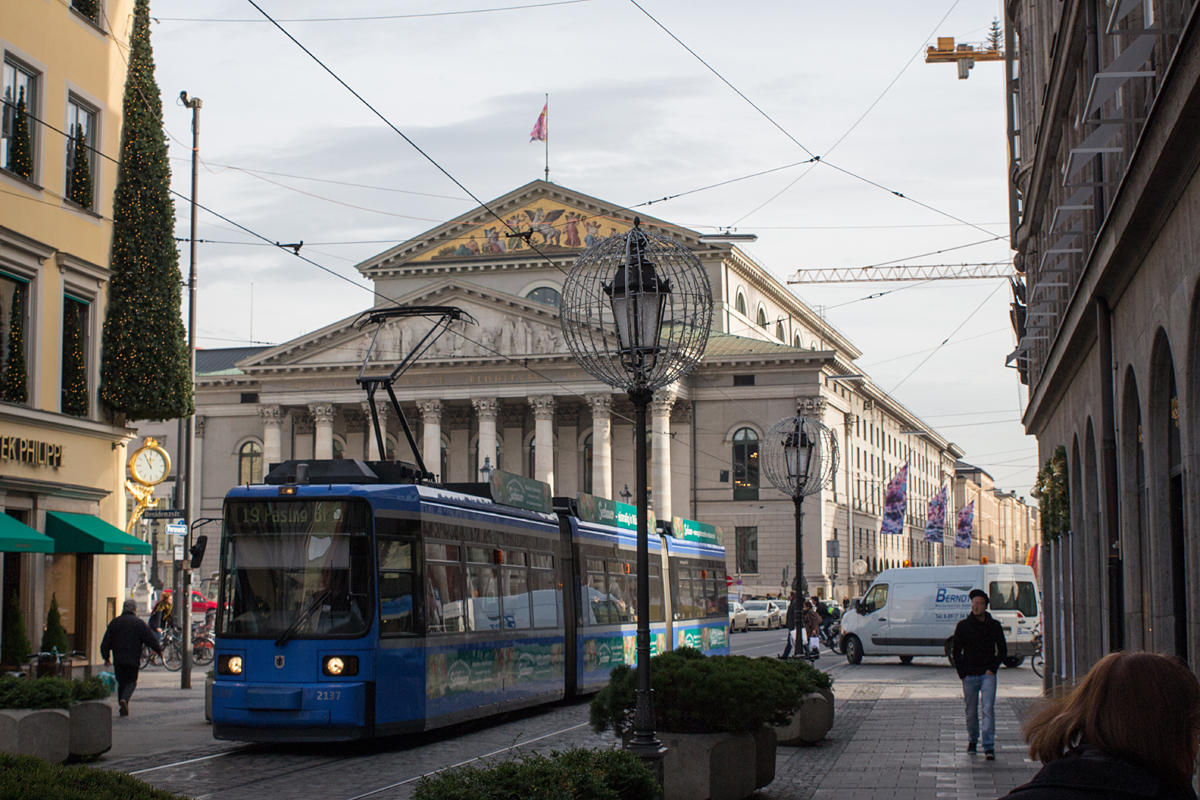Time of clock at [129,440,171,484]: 11:55
